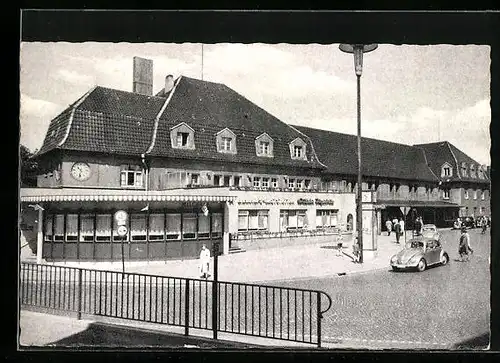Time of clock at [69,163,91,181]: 10:32
